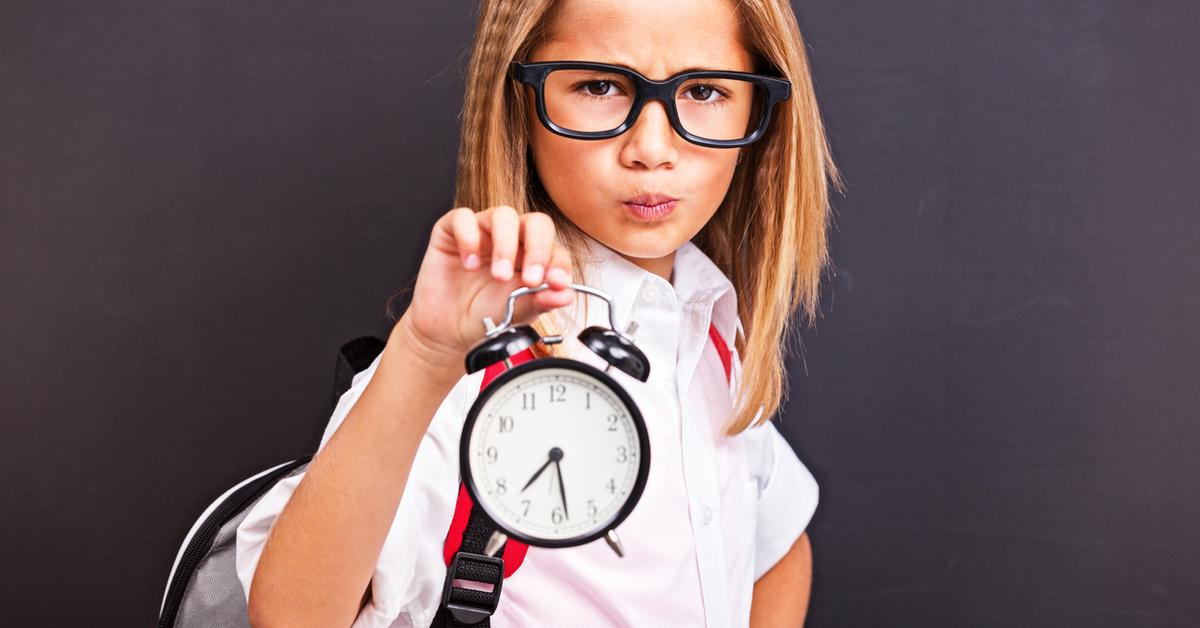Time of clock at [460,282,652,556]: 7:28
